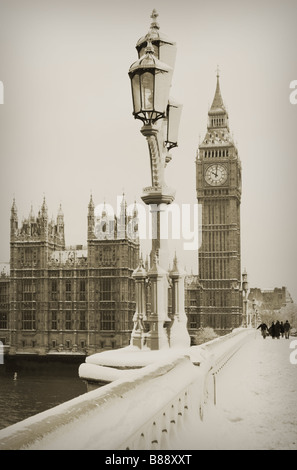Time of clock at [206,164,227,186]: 10:00
